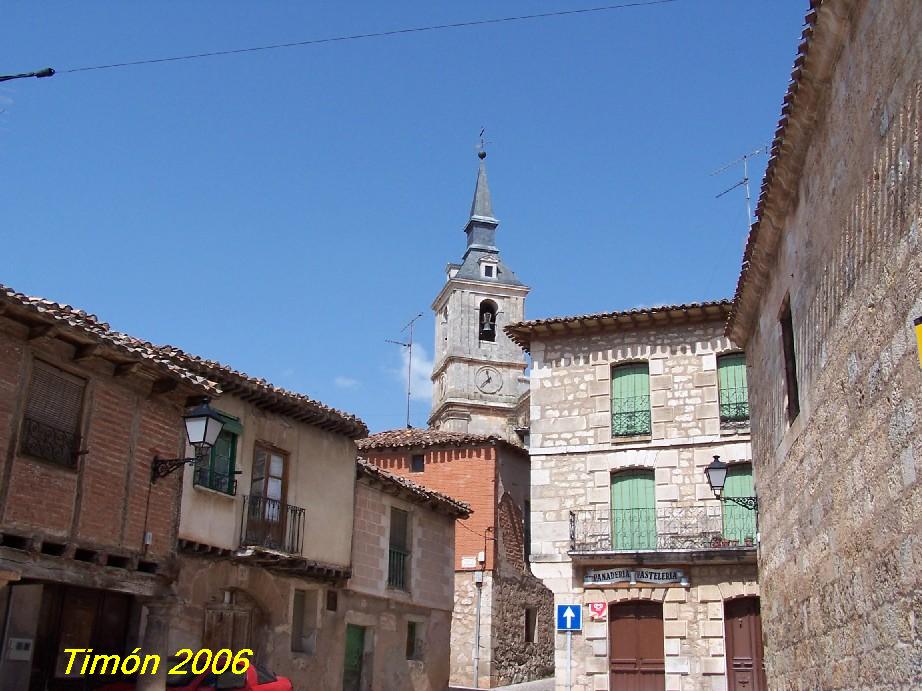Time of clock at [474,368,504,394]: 11:37
